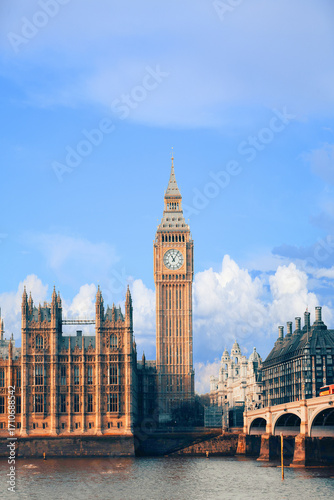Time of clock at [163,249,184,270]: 11:05
